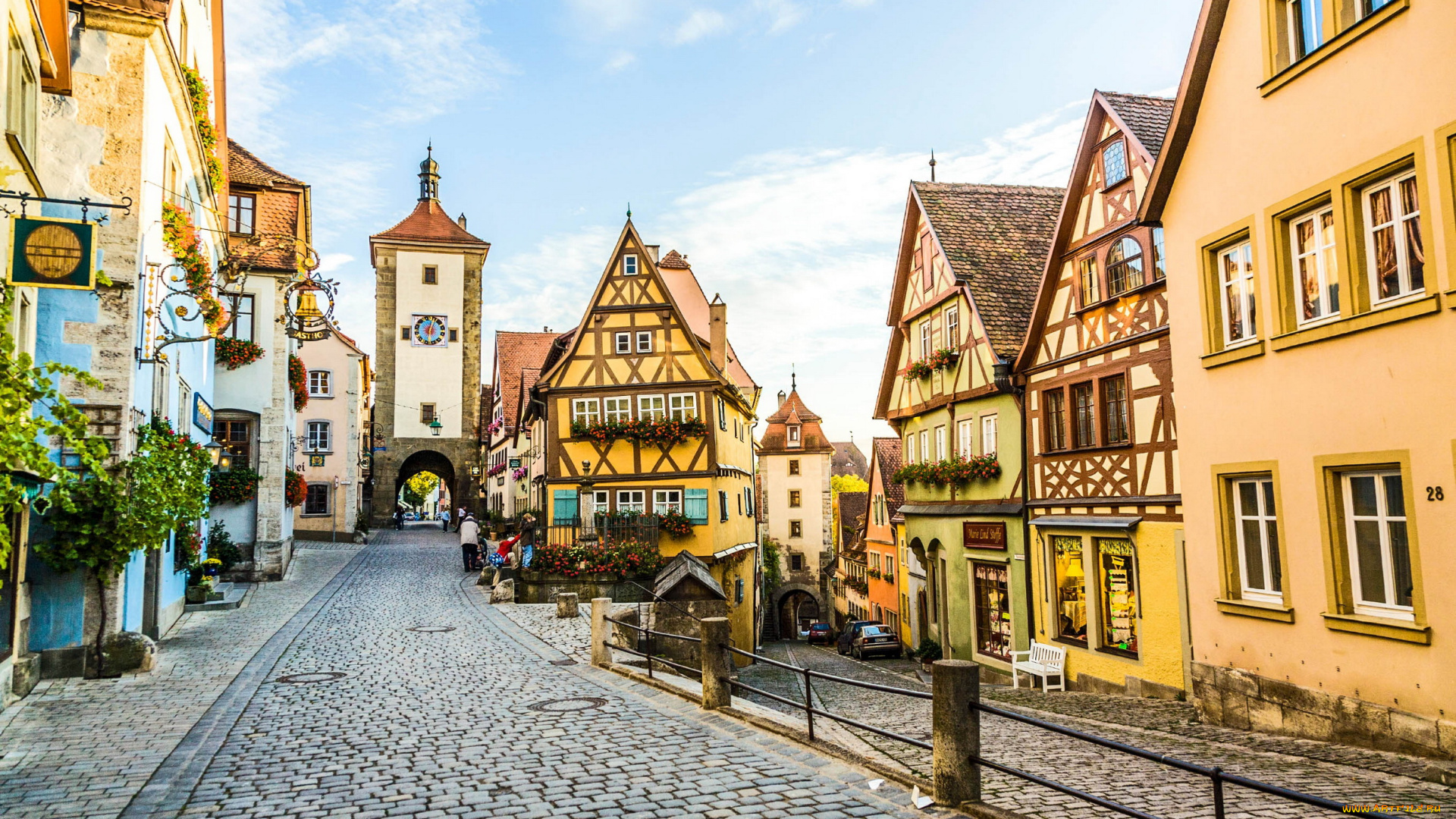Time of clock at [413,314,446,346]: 6:03
